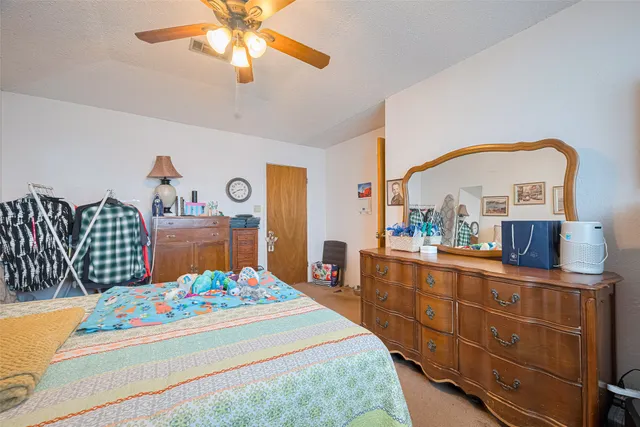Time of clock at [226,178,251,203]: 2:40
